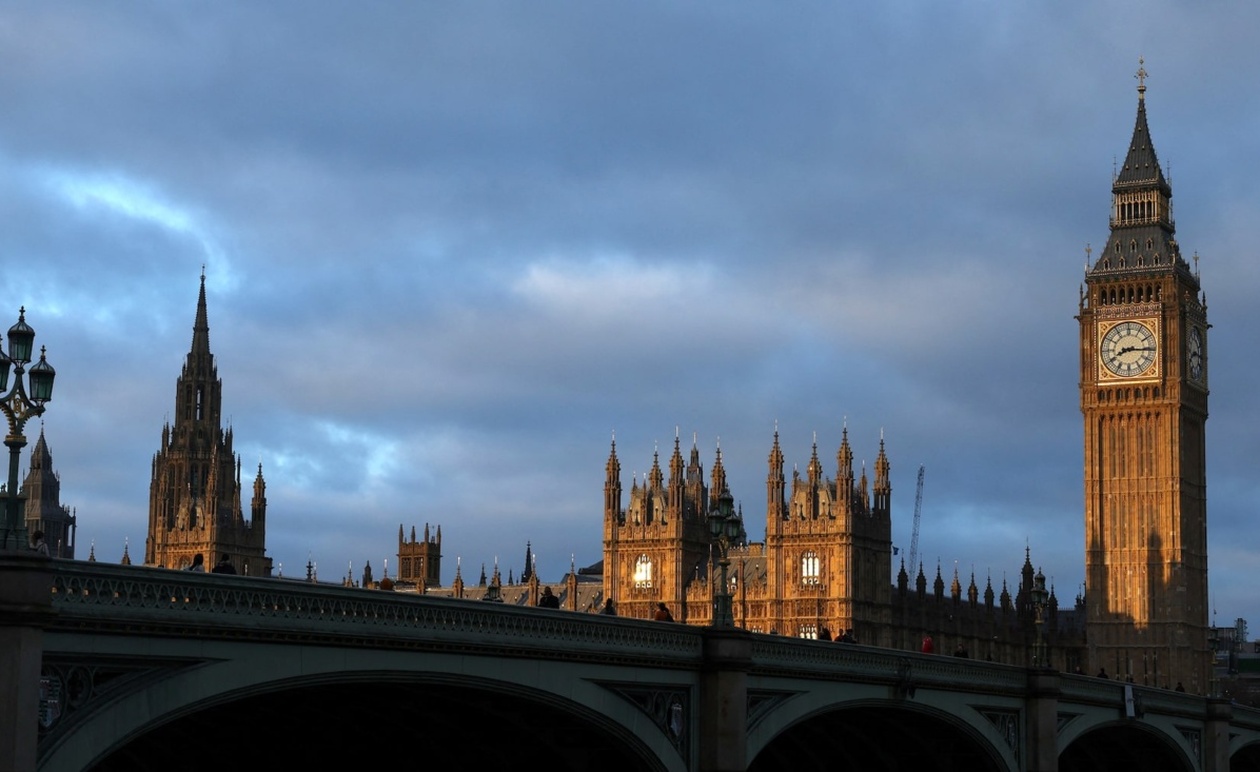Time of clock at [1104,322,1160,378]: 8:15
